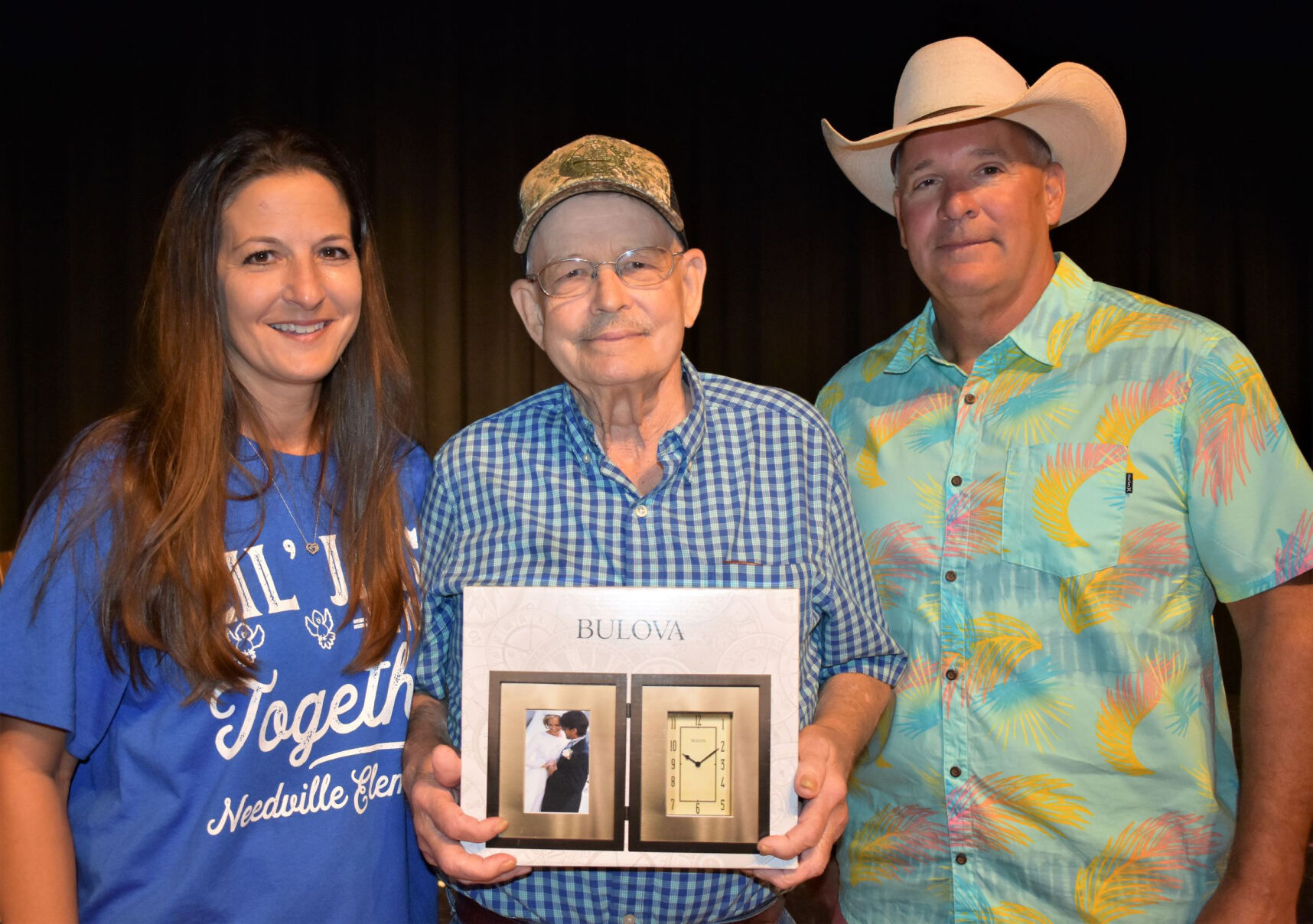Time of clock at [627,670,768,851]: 9:10
